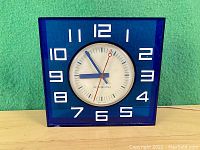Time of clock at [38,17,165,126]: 8:54
